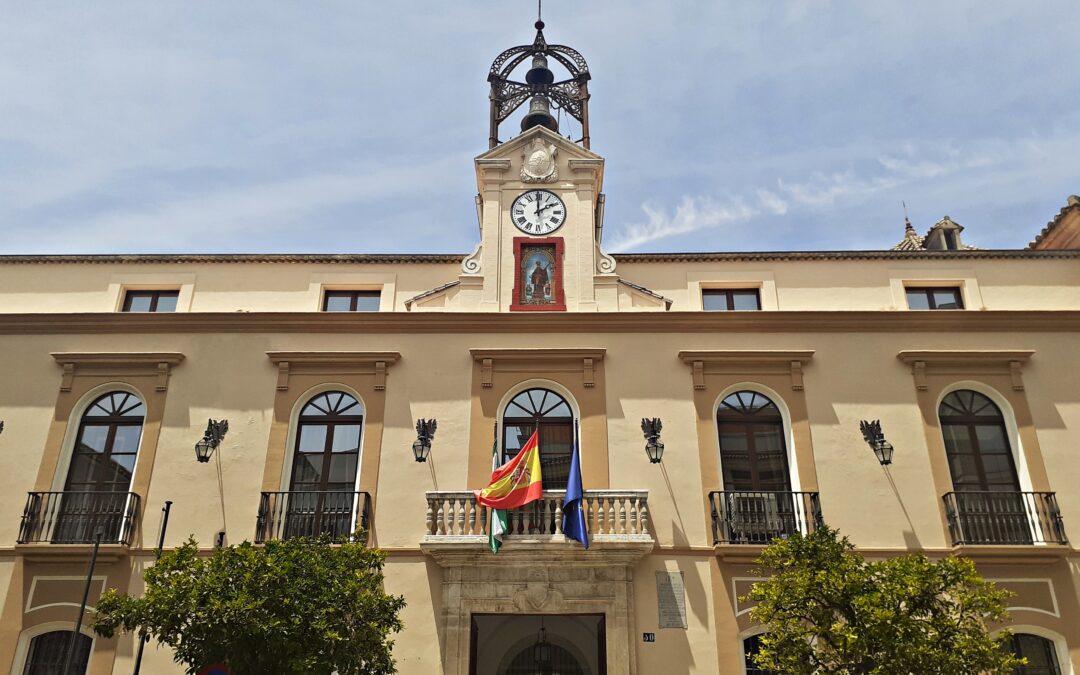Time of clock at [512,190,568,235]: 1:59
